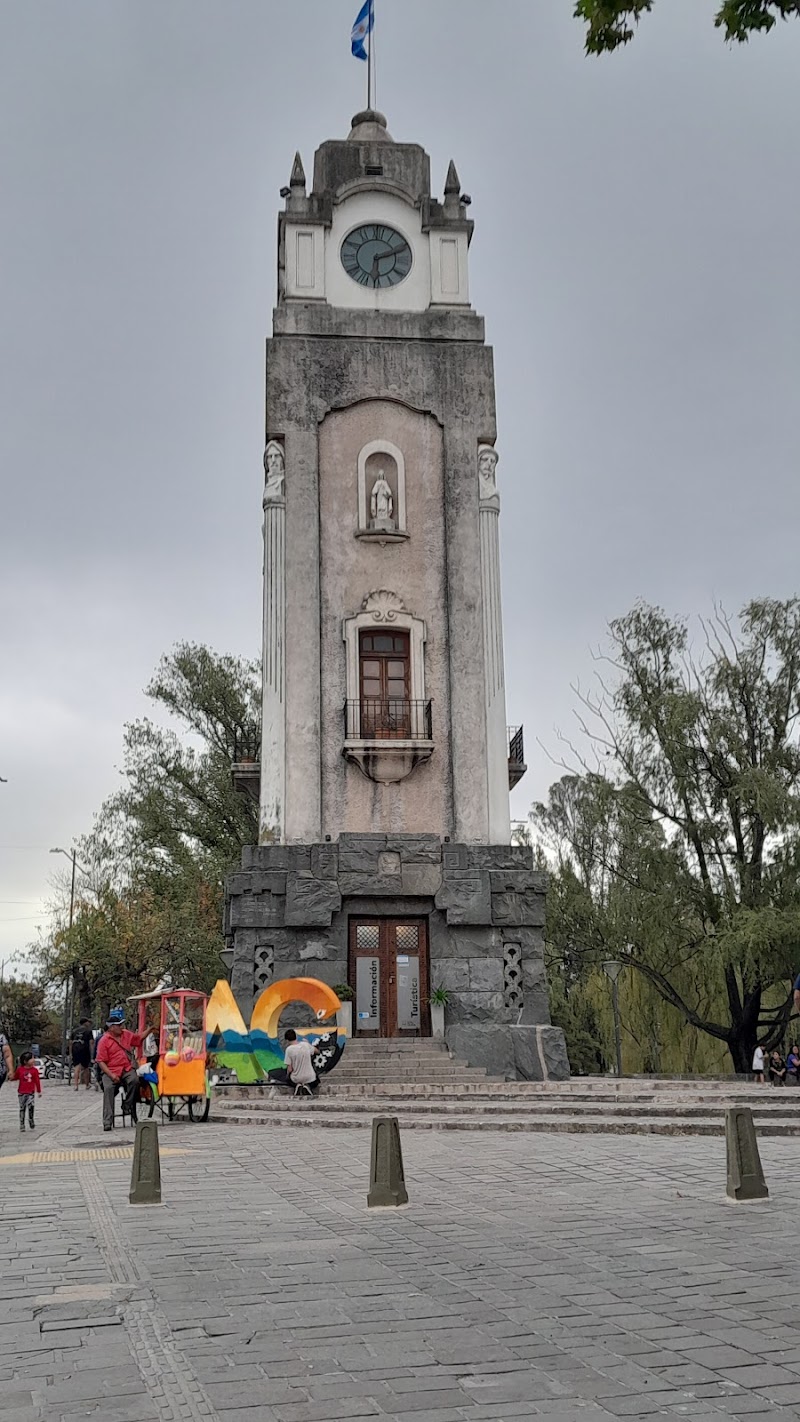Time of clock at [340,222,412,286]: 6:11
